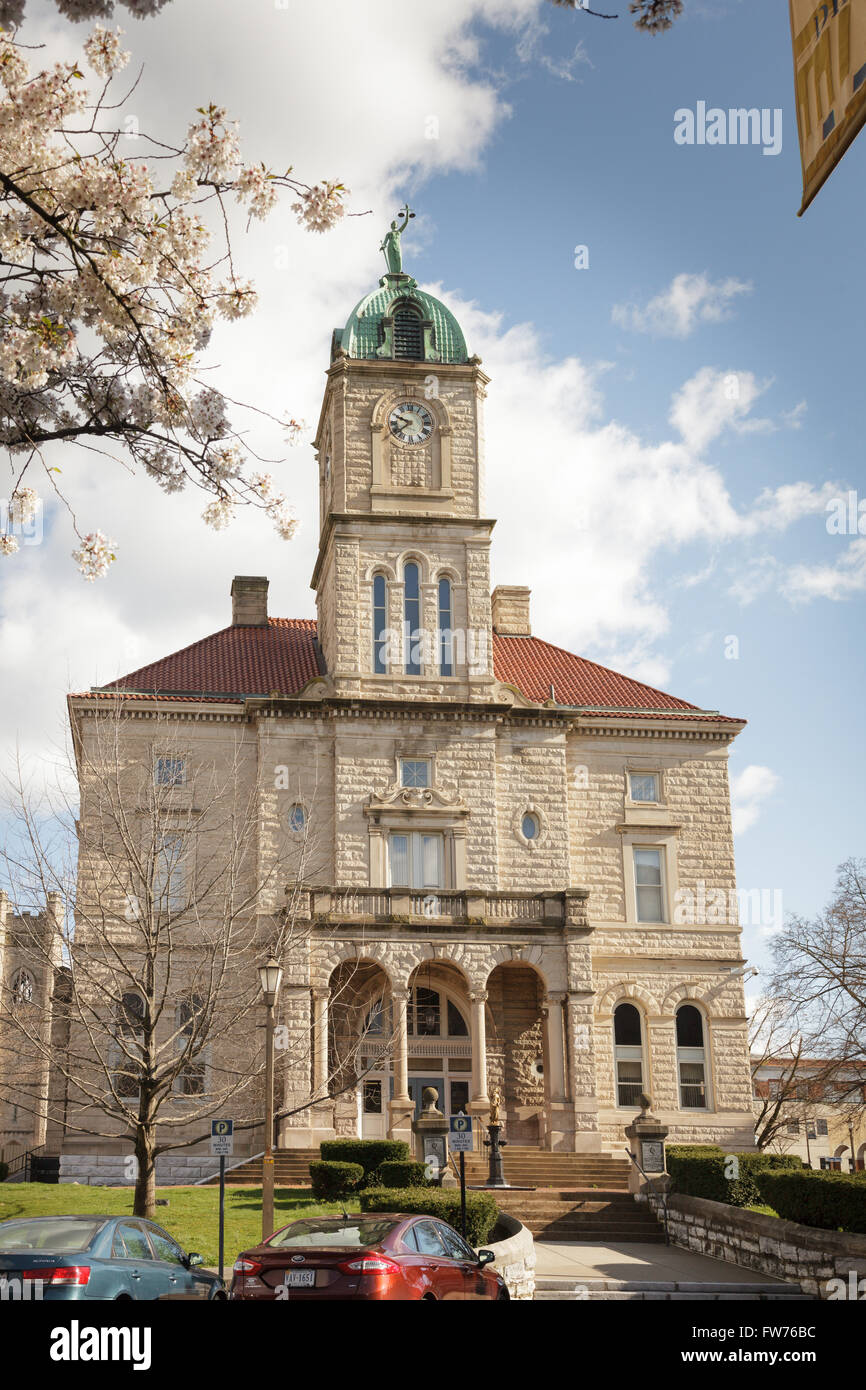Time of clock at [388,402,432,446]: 9:38
